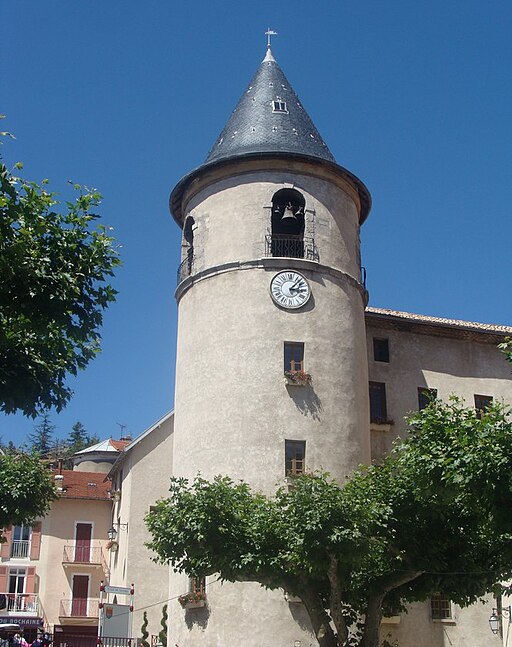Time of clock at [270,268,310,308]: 3:07
